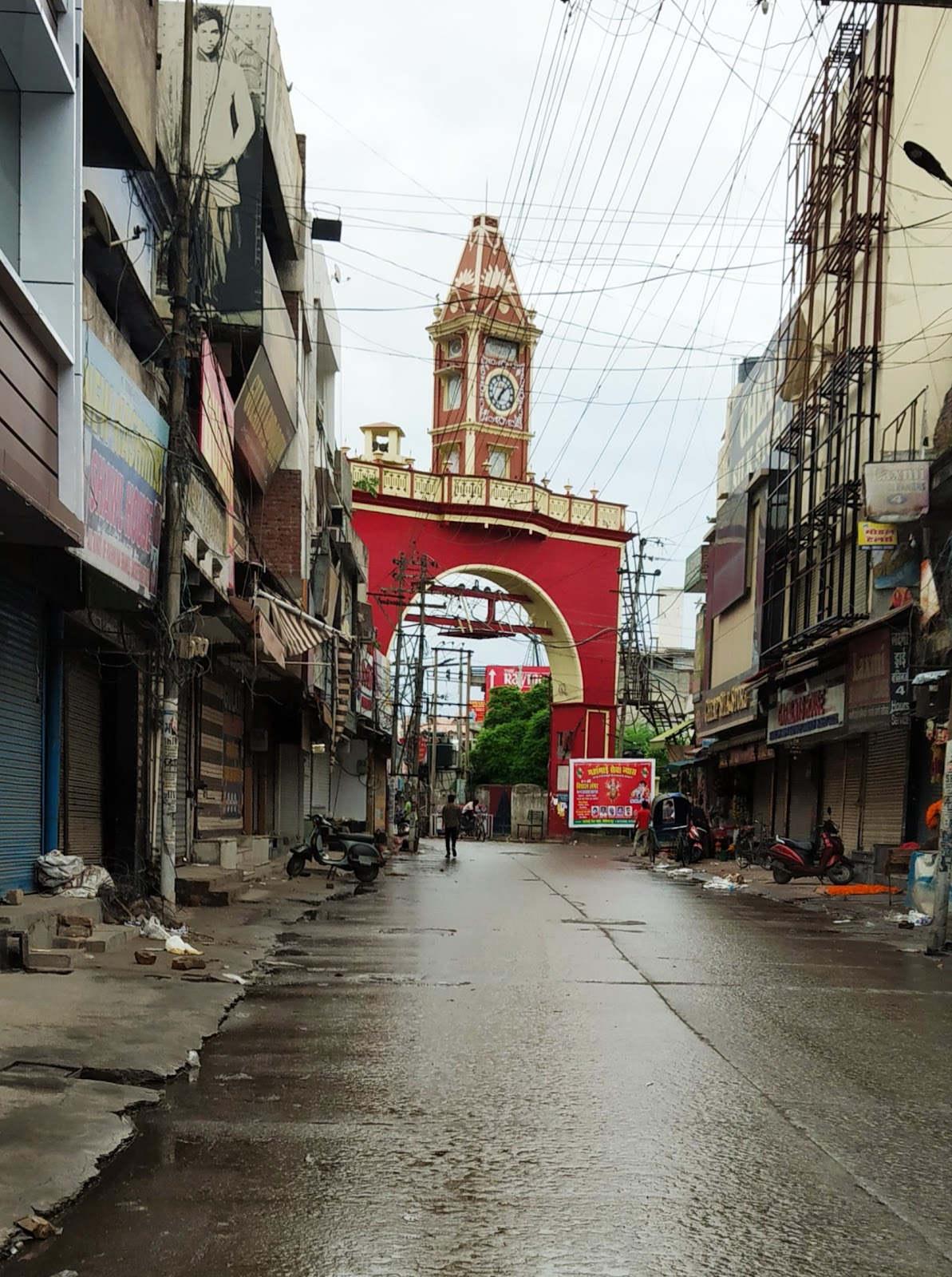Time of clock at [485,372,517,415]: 7:08
